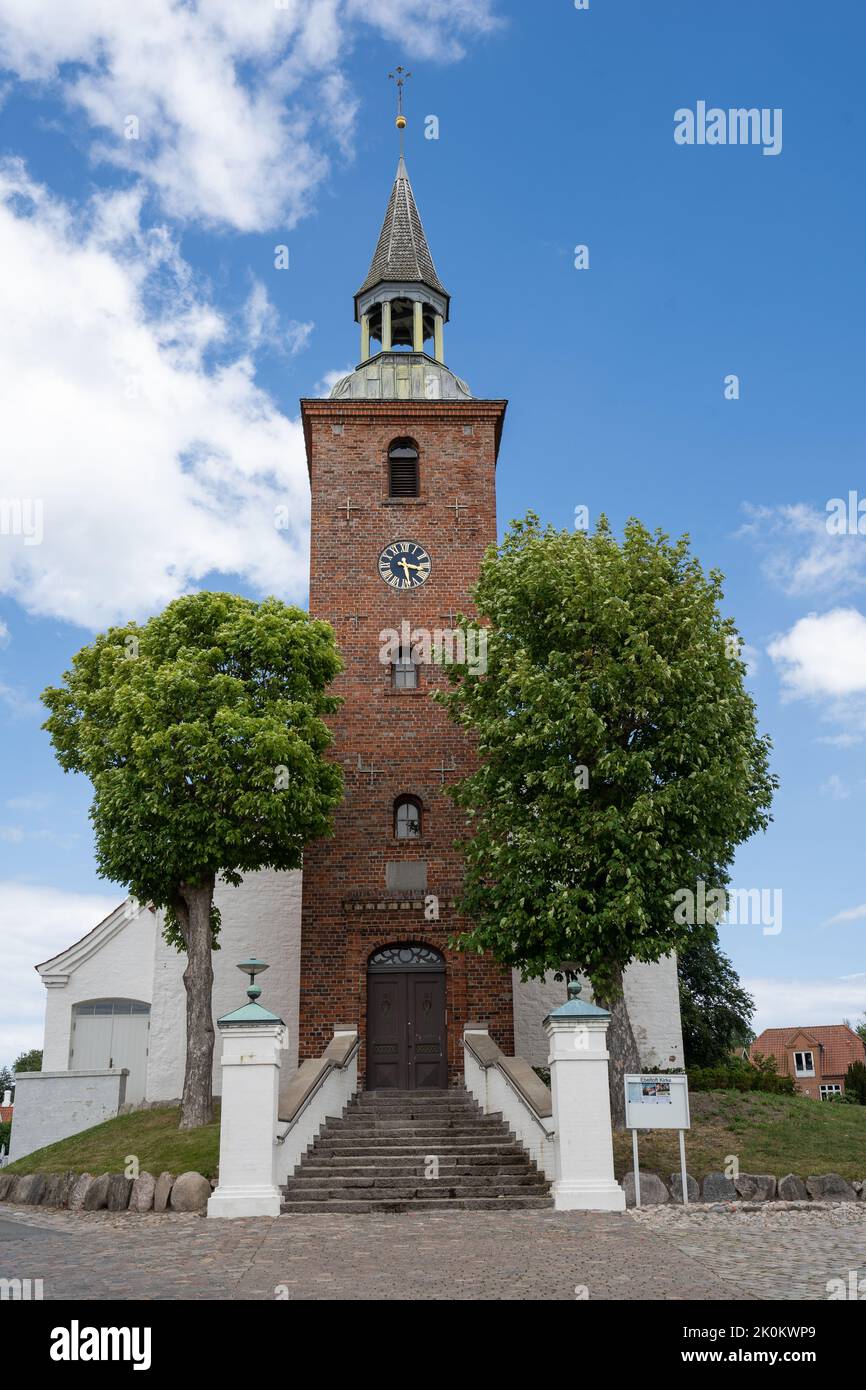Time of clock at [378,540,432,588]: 3:28
